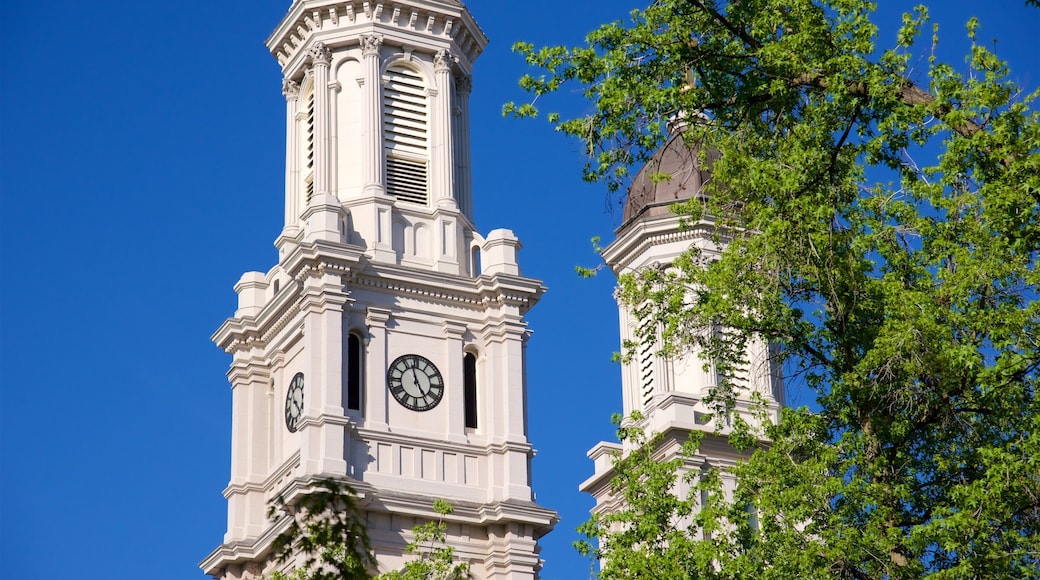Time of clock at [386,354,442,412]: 4:57
